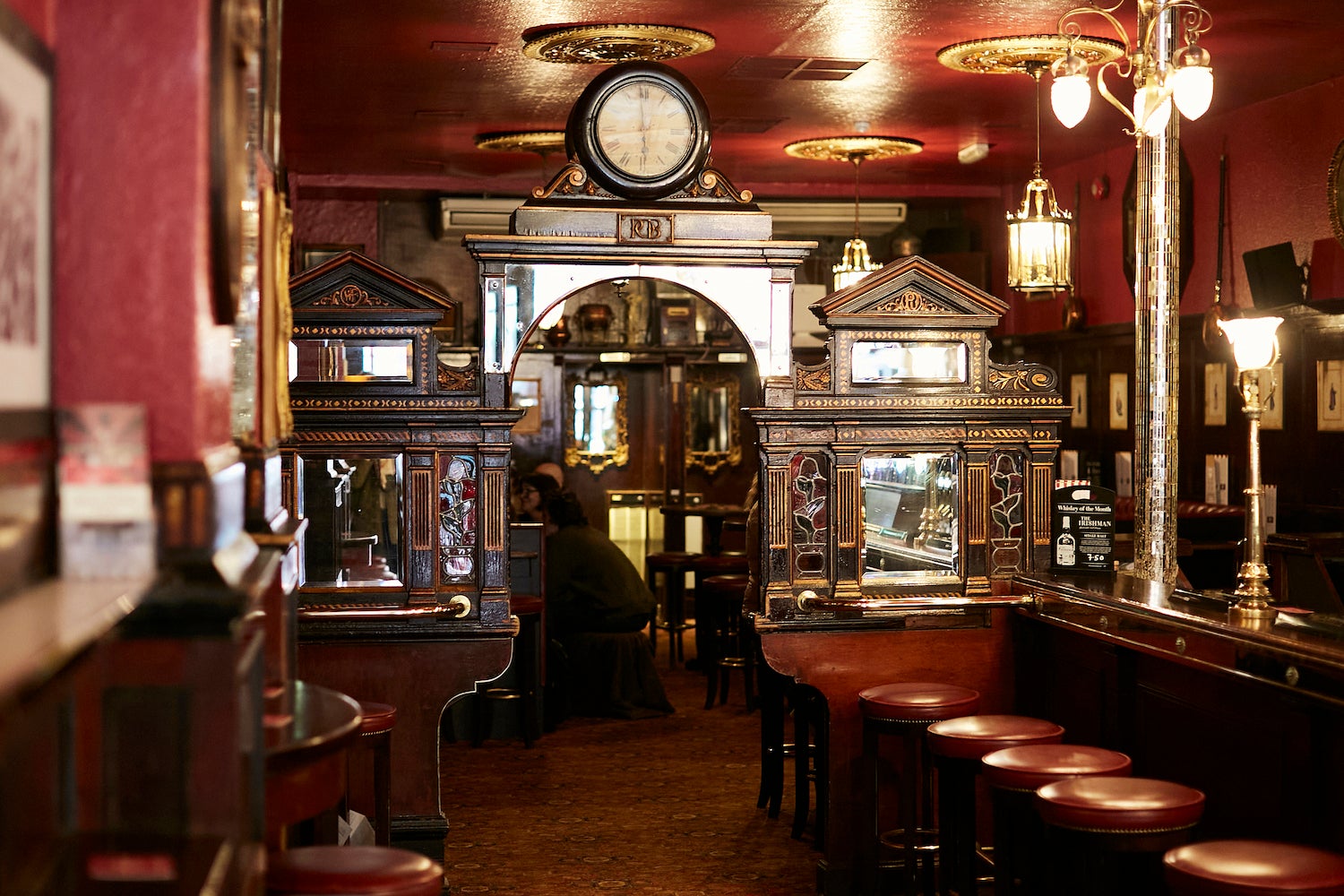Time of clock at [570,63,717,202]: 5:59
